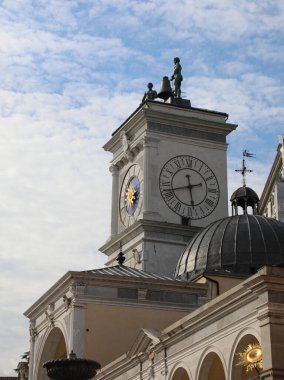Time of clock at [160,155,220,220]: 5:42
